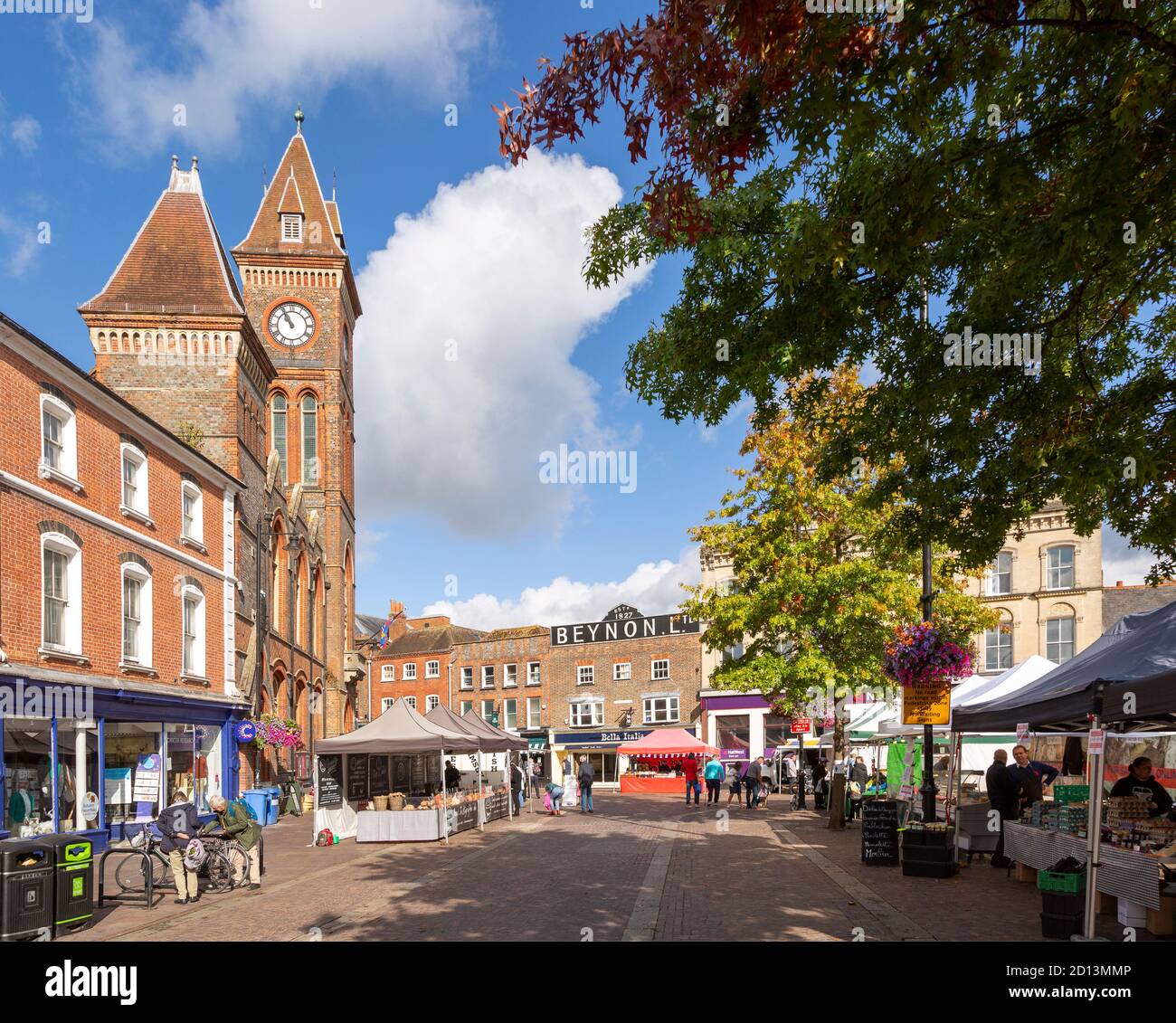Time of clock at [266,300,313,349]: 10:55
